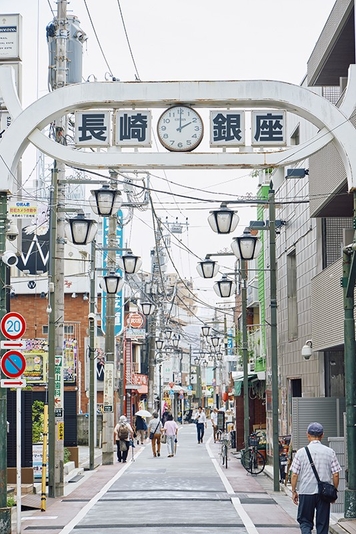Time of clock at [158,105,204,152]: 2:00
